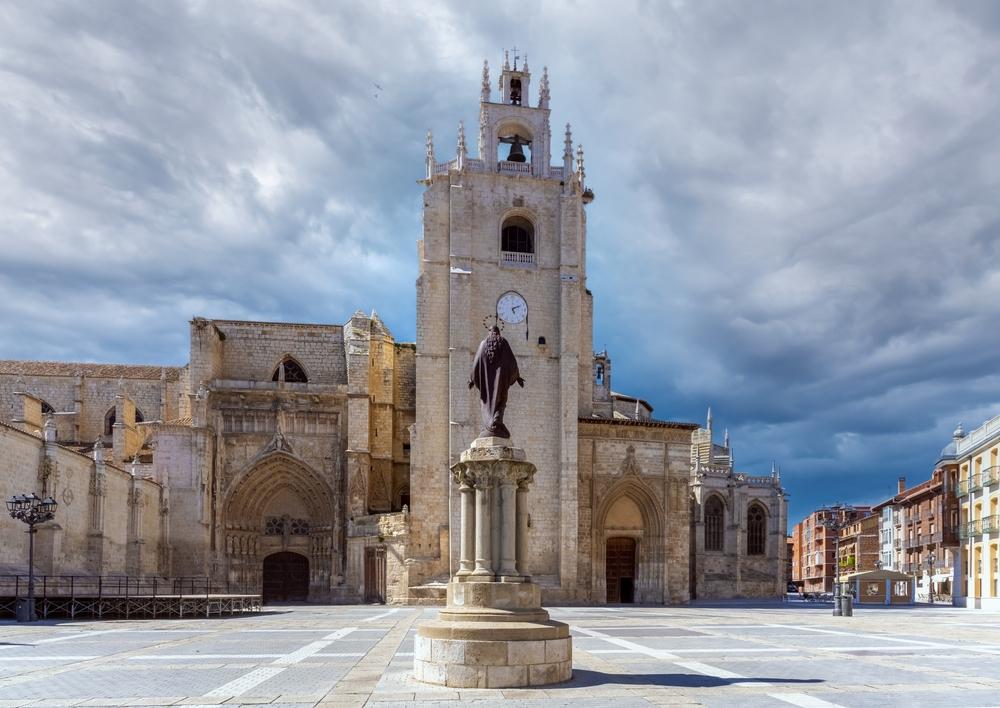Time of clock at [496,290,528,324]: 5:11
